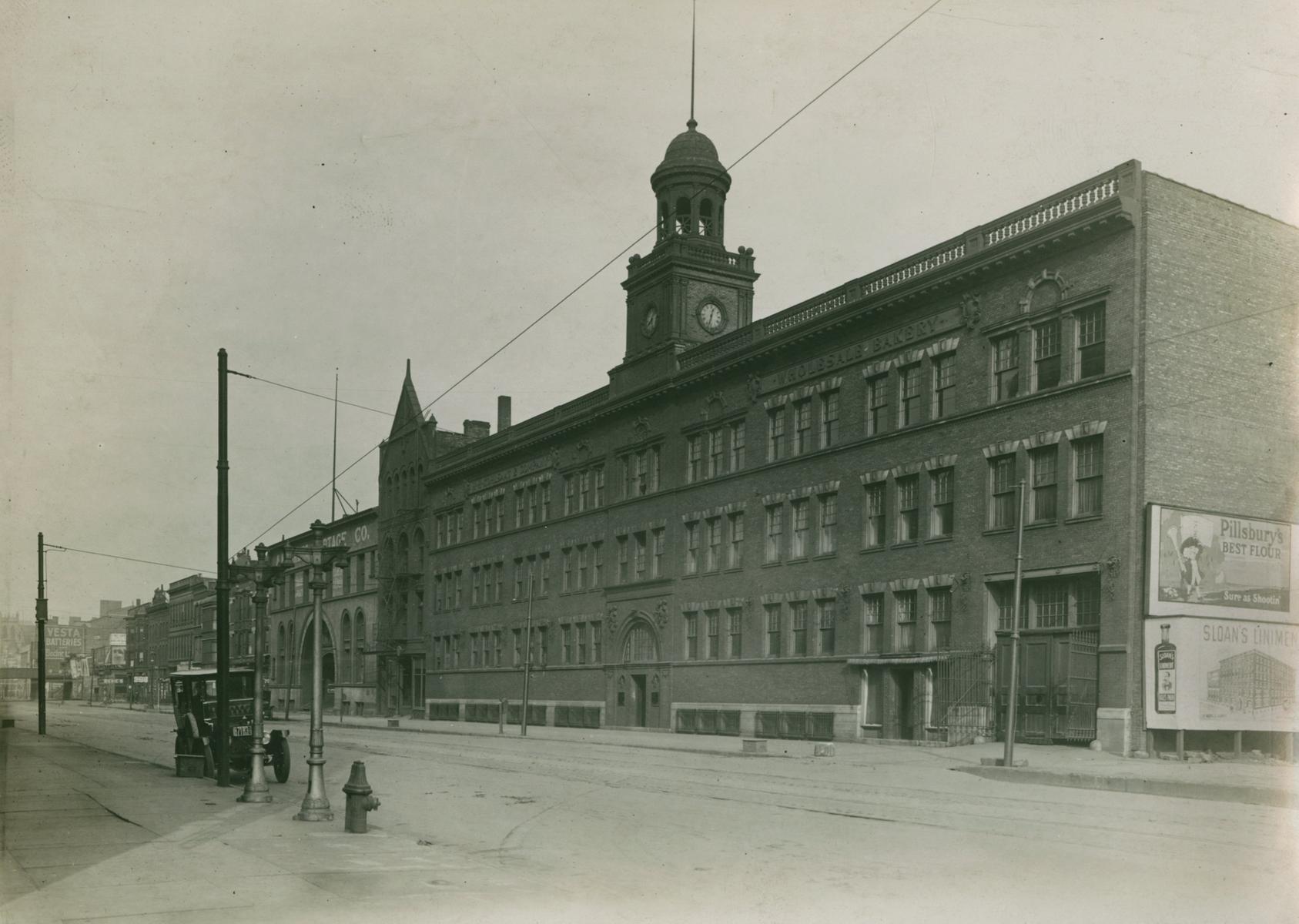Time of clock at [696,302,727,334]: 12:32
